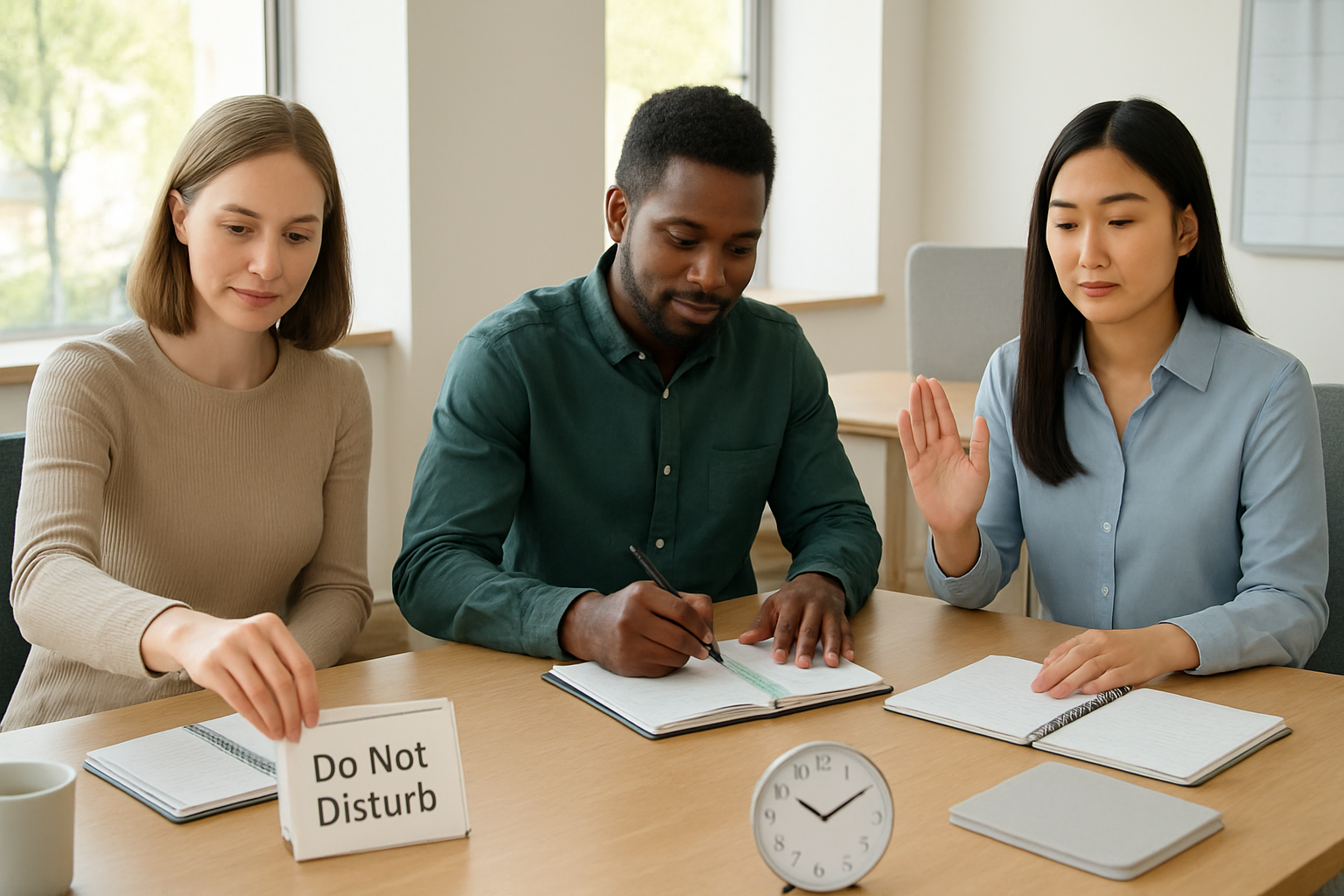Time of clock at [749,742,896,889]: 10:09
